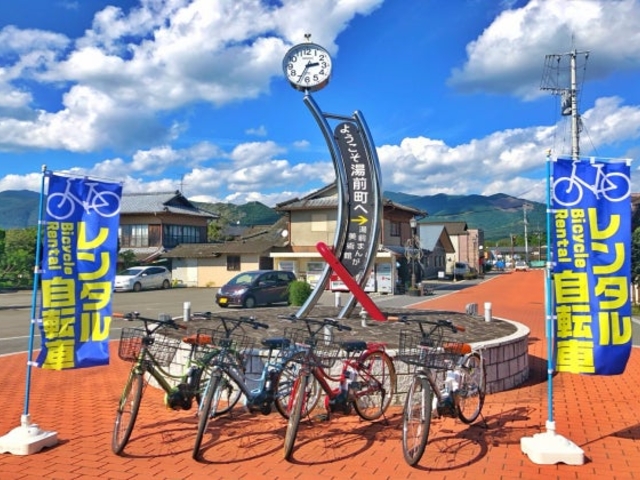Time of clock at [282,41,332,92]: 2:34
